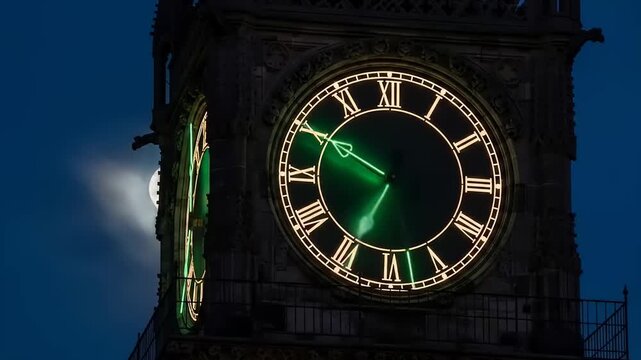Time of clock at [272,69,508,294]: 6:50
